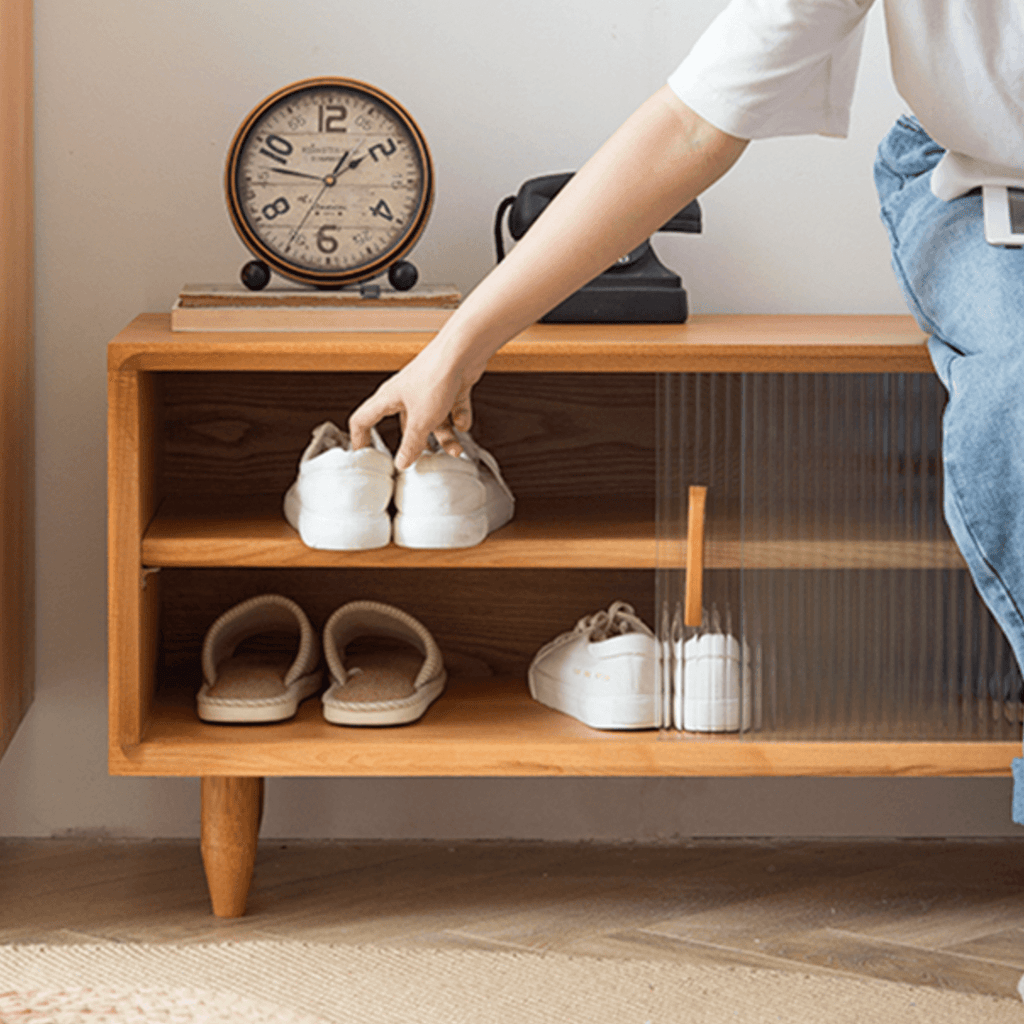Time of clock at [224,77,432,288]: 1:46
